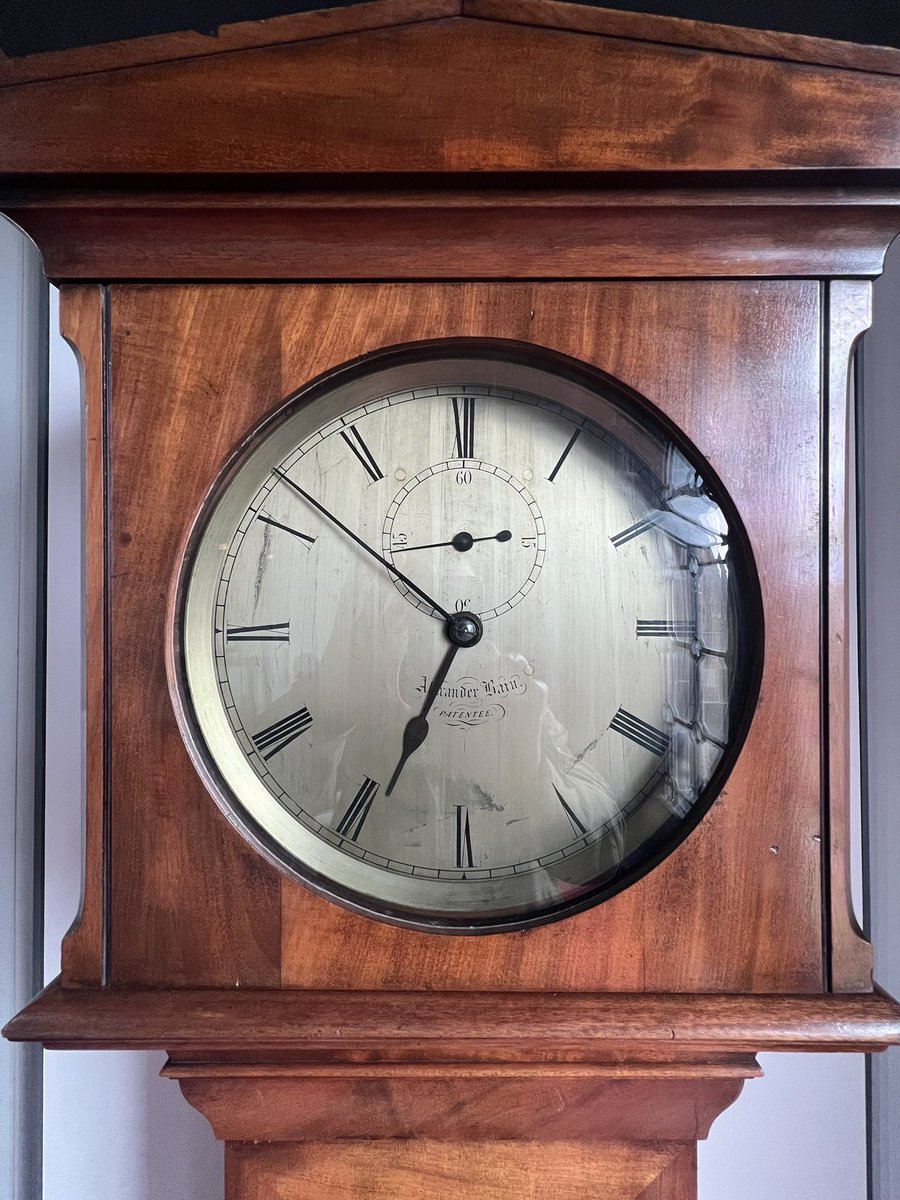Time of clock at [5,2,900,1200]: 6:51
